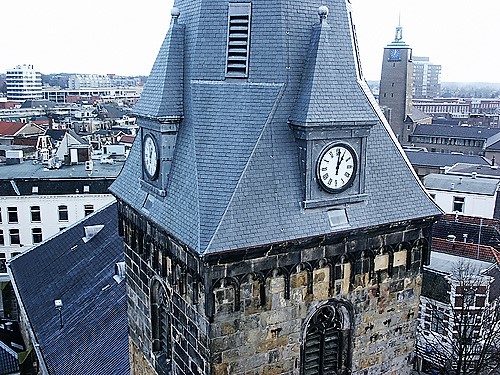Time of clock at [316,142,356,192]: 1:01
